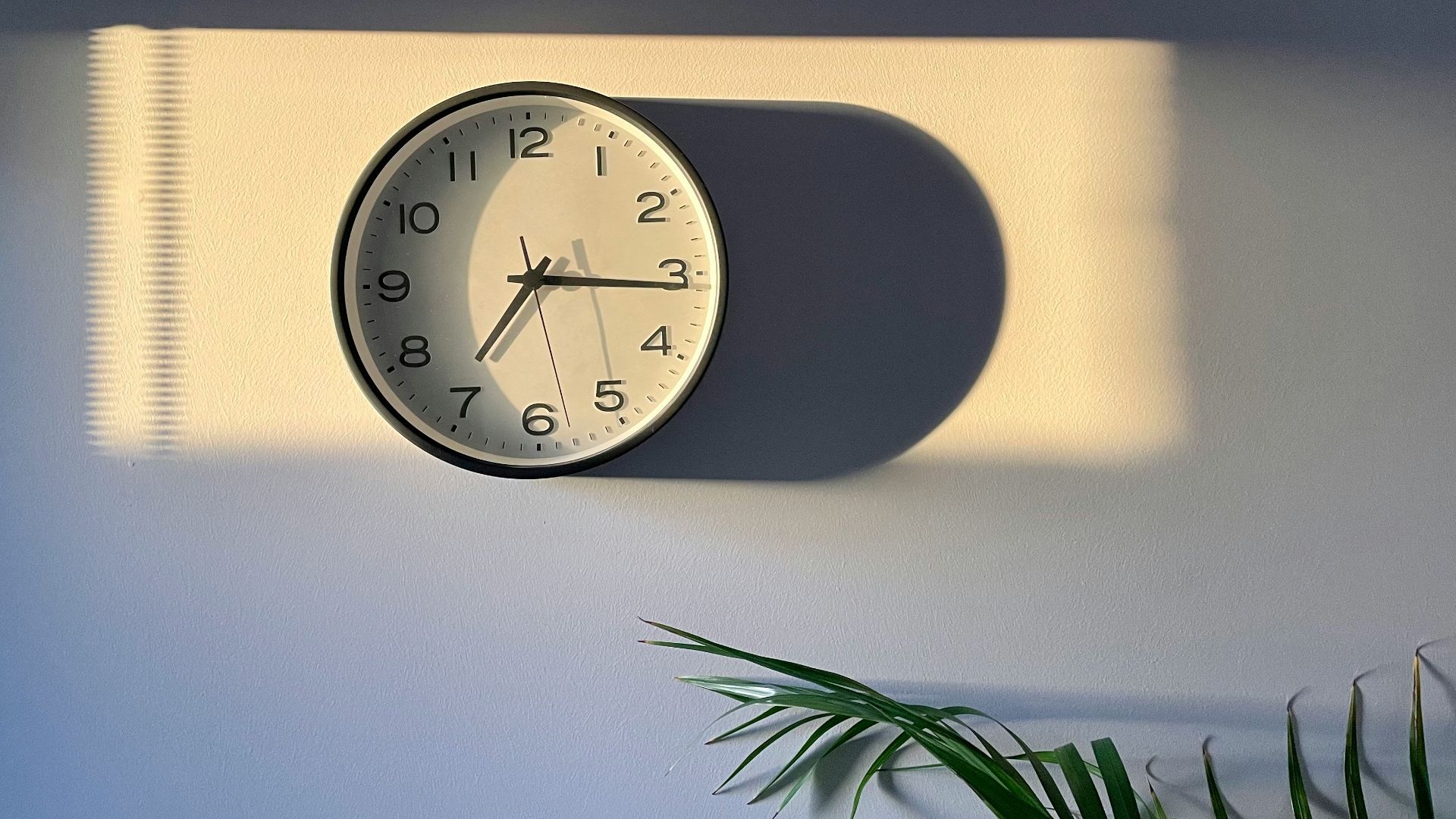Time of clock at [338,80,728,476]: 7:15
